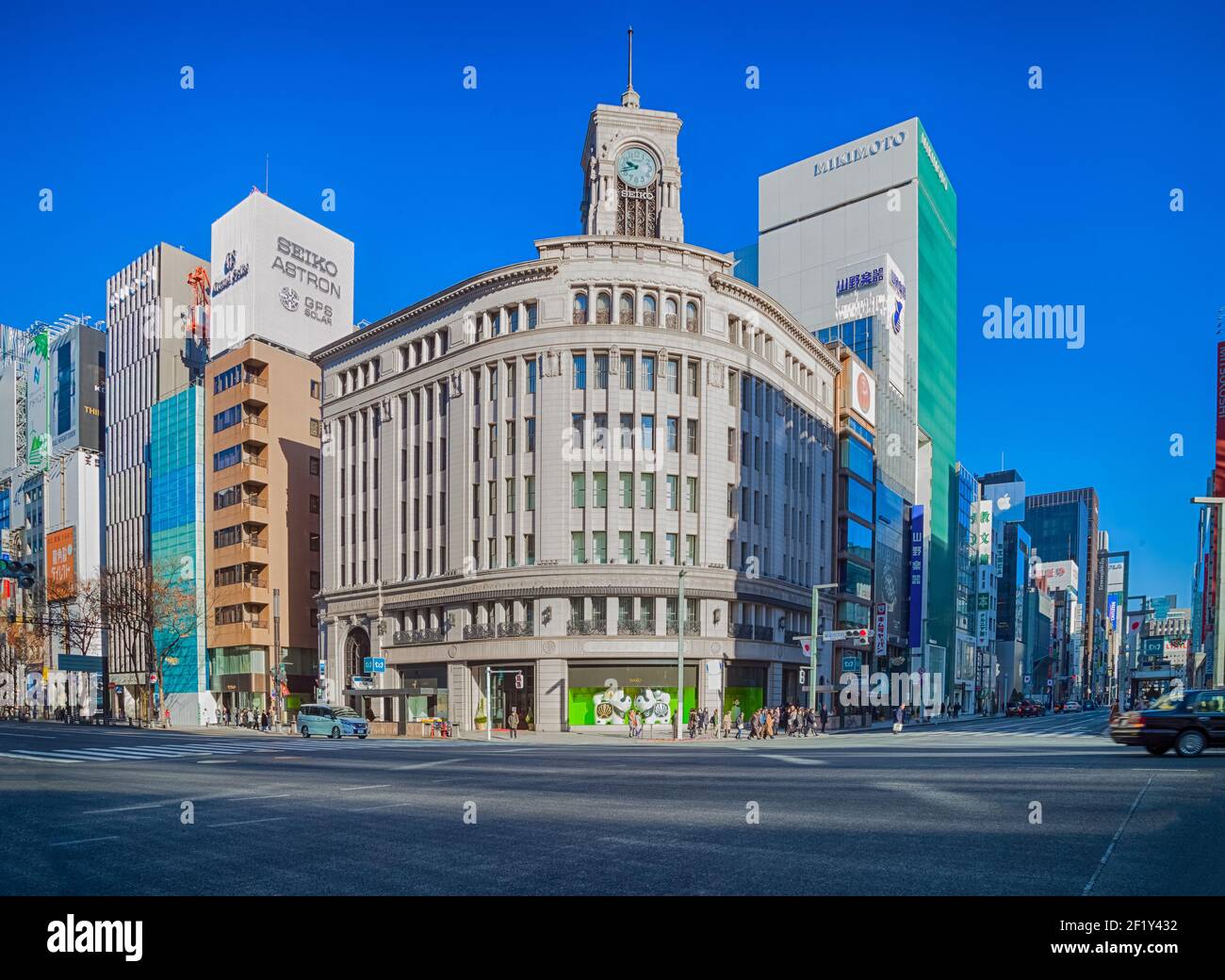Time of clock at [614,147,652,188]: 9:42
